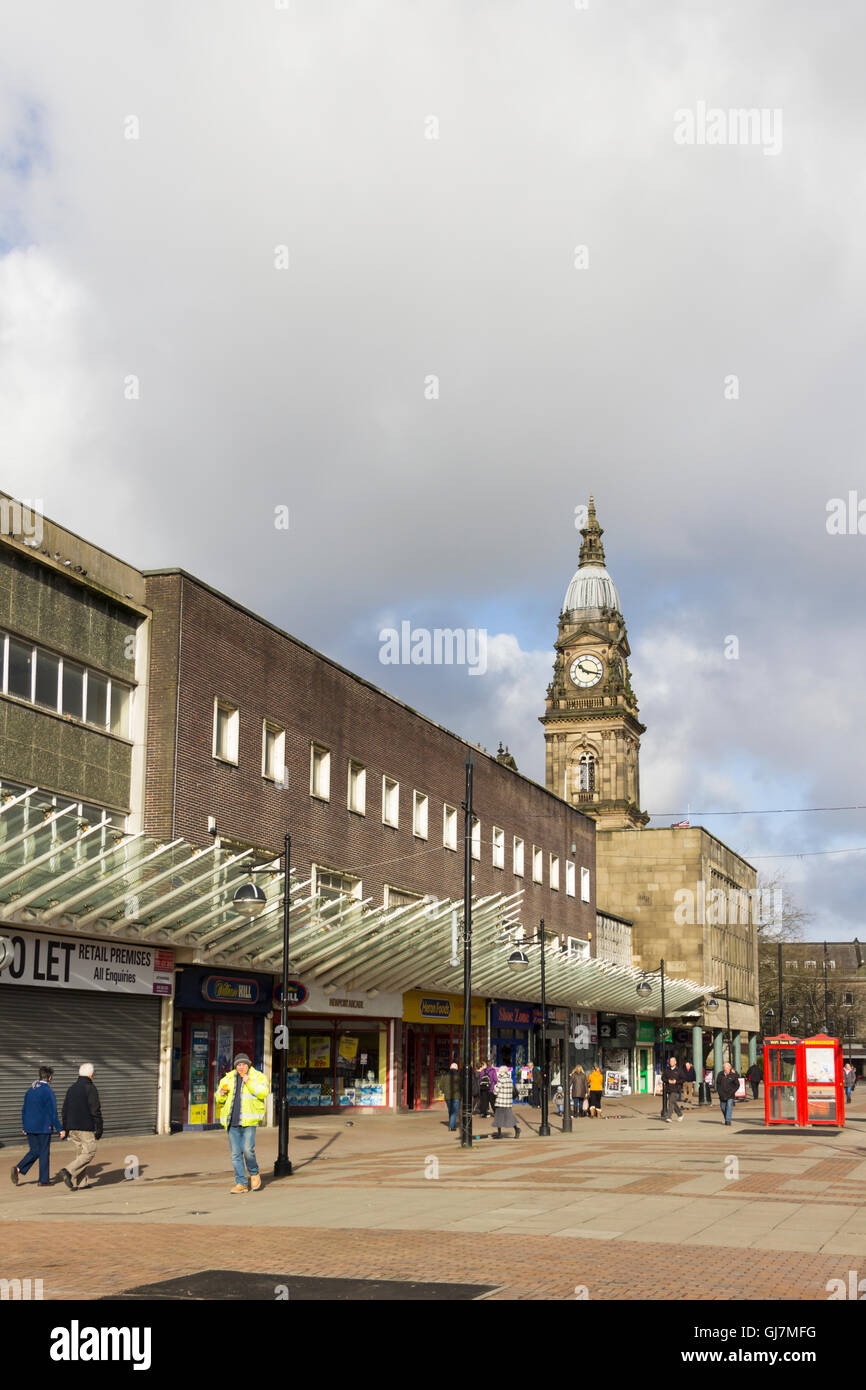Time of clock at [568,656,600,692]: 10:17
